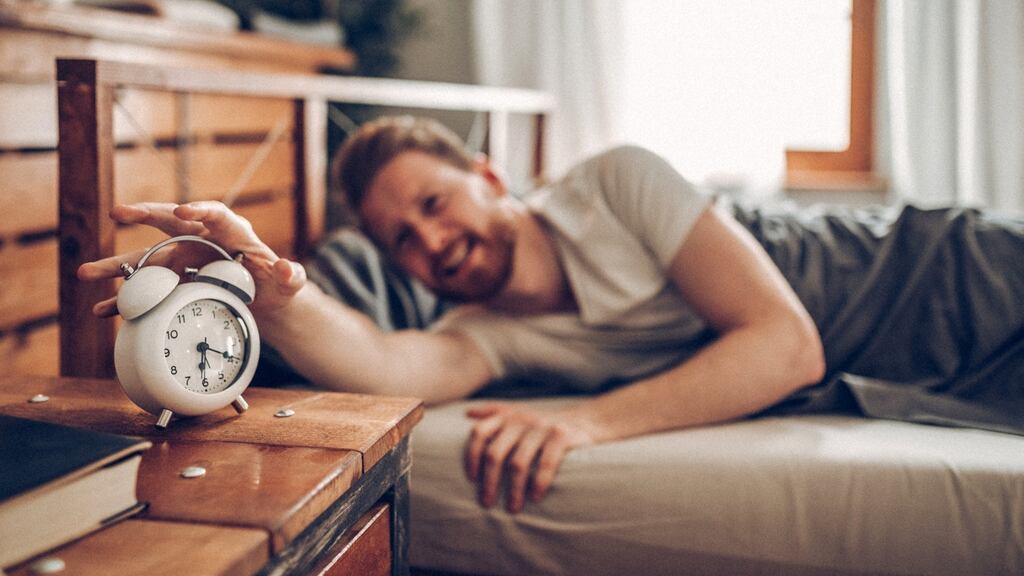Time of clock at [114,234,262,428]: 6:19
